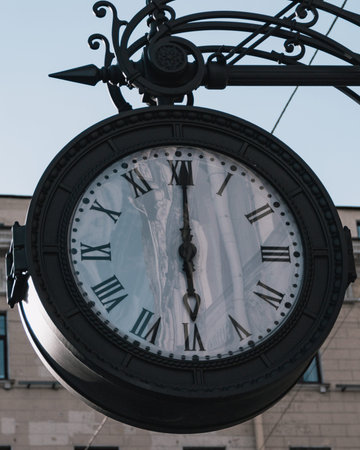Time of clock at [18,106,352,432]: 6:00
